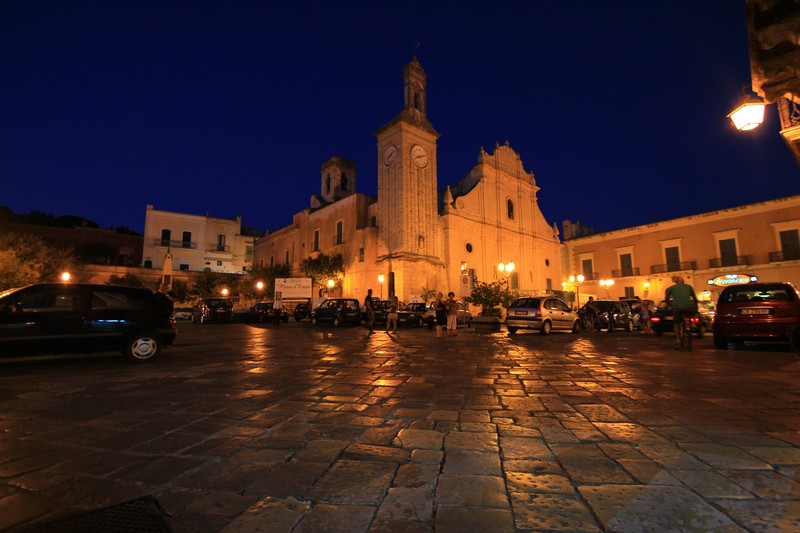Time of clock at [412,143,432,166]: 8:12
